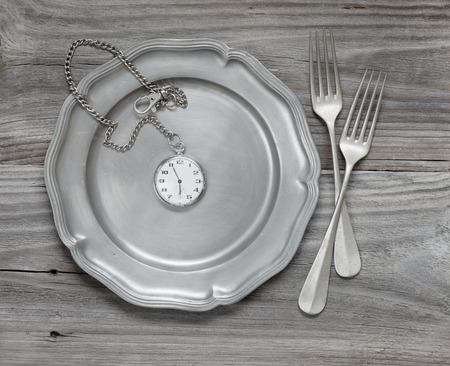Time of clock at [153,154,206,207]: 5:55
